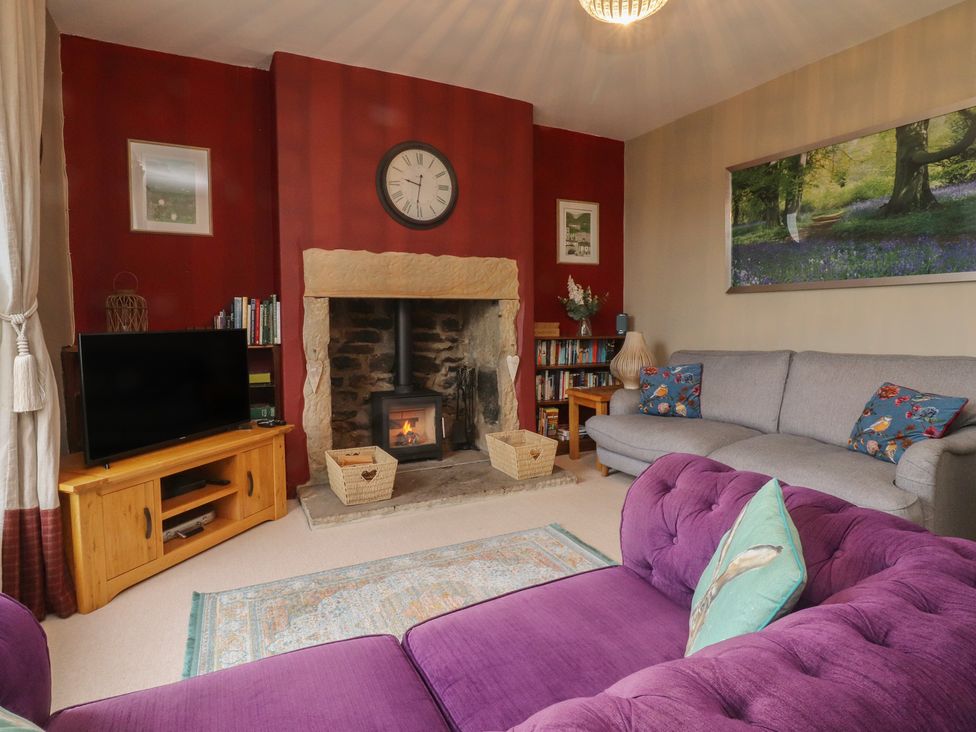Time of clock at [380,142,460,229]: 9:31
